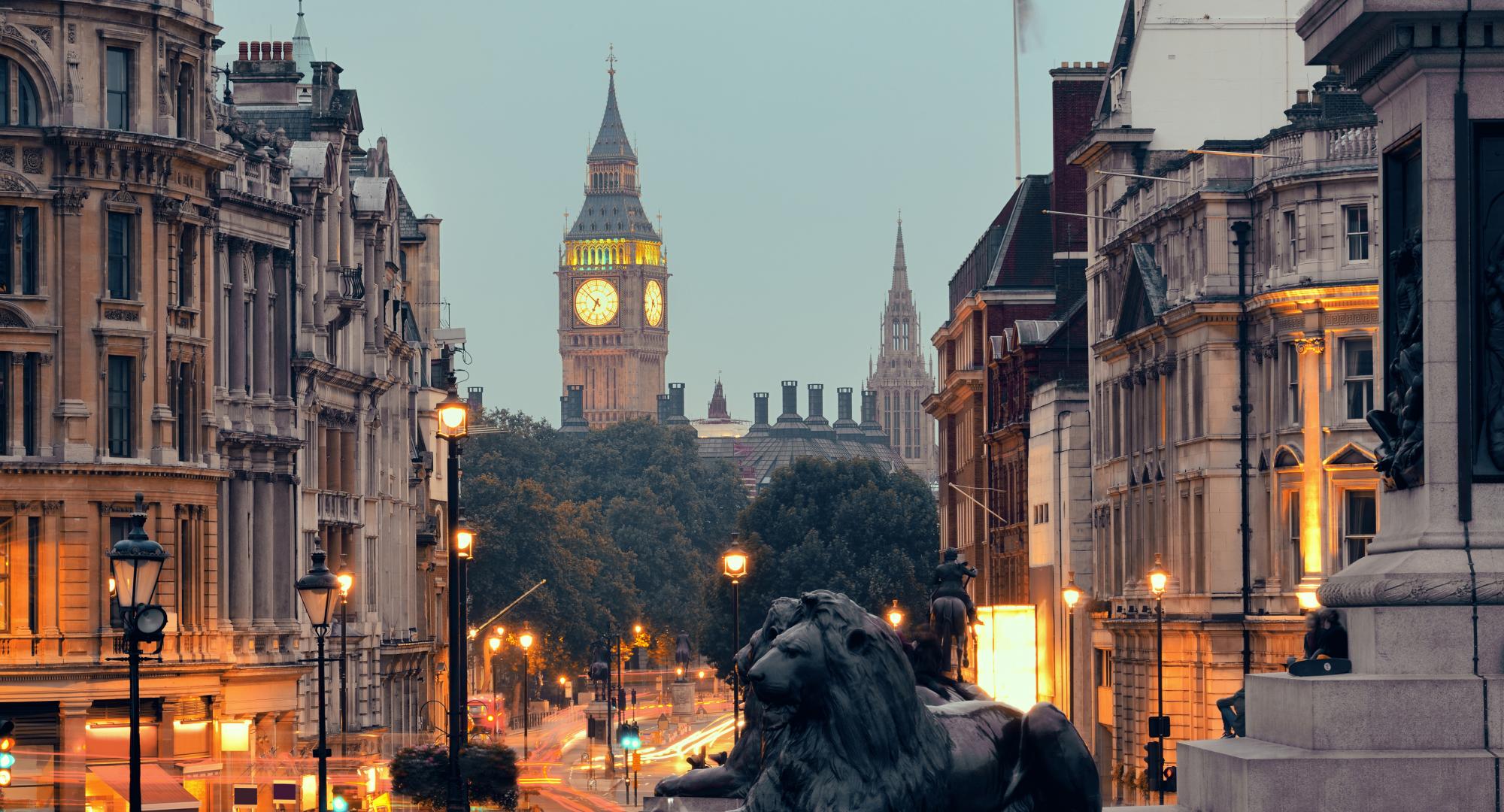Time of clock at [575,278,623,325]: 6:52
